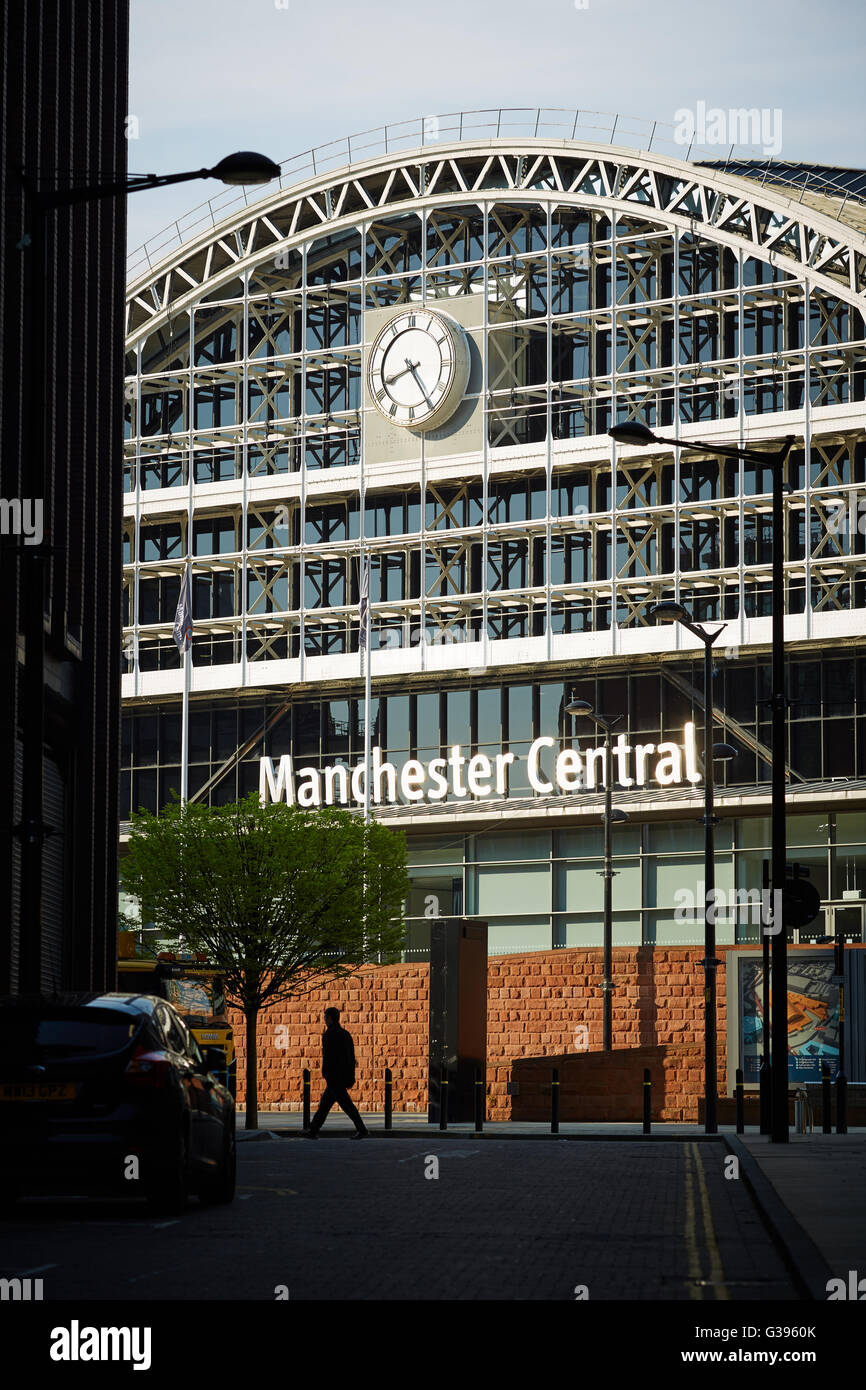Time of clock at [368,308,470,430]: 8:24
